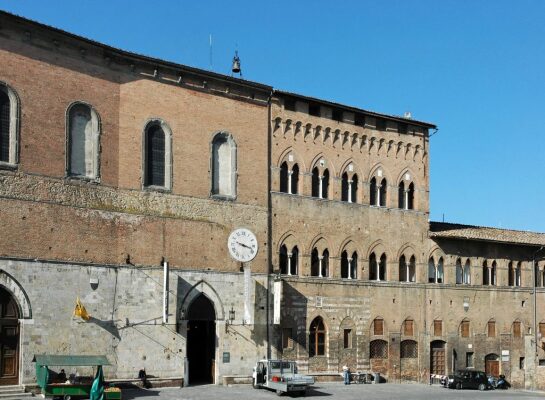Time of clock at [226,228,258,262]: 3:17
